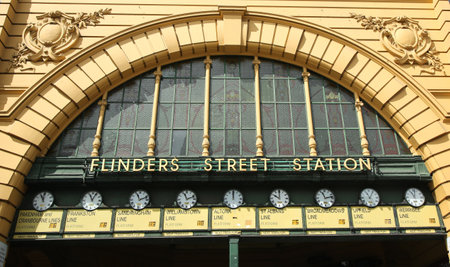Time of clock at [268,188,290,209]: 10:00
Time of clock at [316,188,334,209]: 11:13
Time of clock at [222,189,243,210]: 12:00
